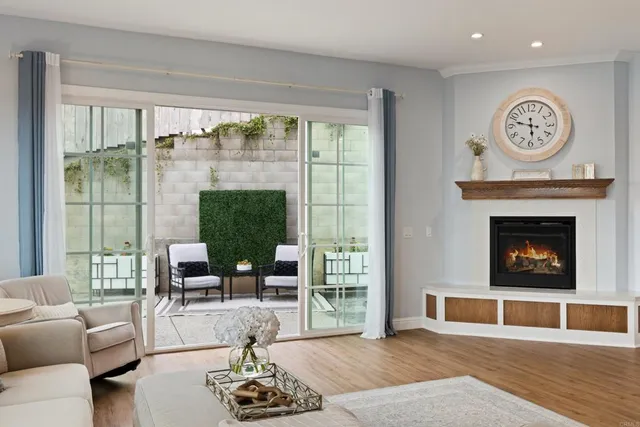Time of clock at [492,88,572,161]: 5:47
